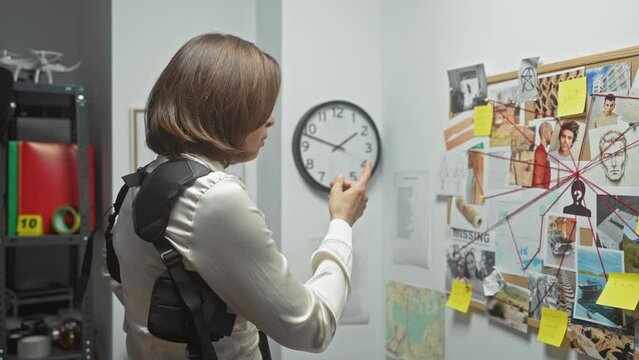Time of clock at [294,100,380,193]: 1:47
